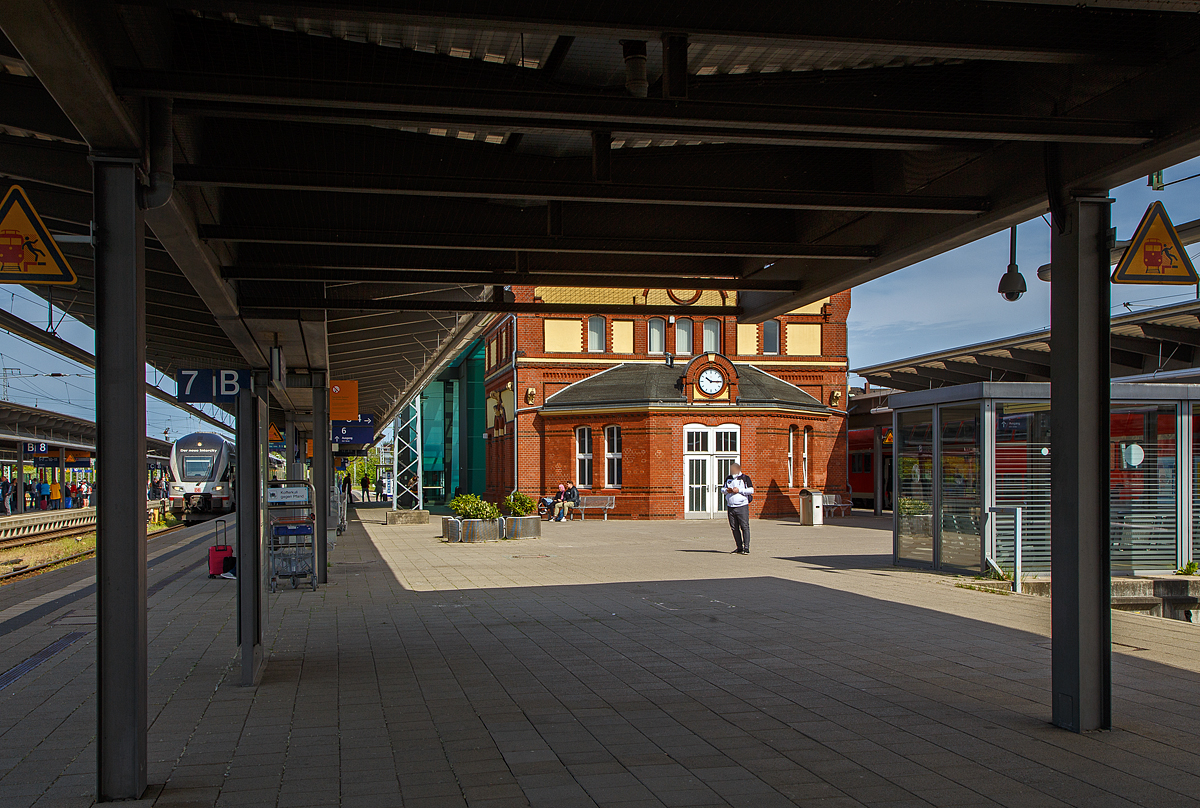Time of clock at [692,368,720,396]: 10:14
